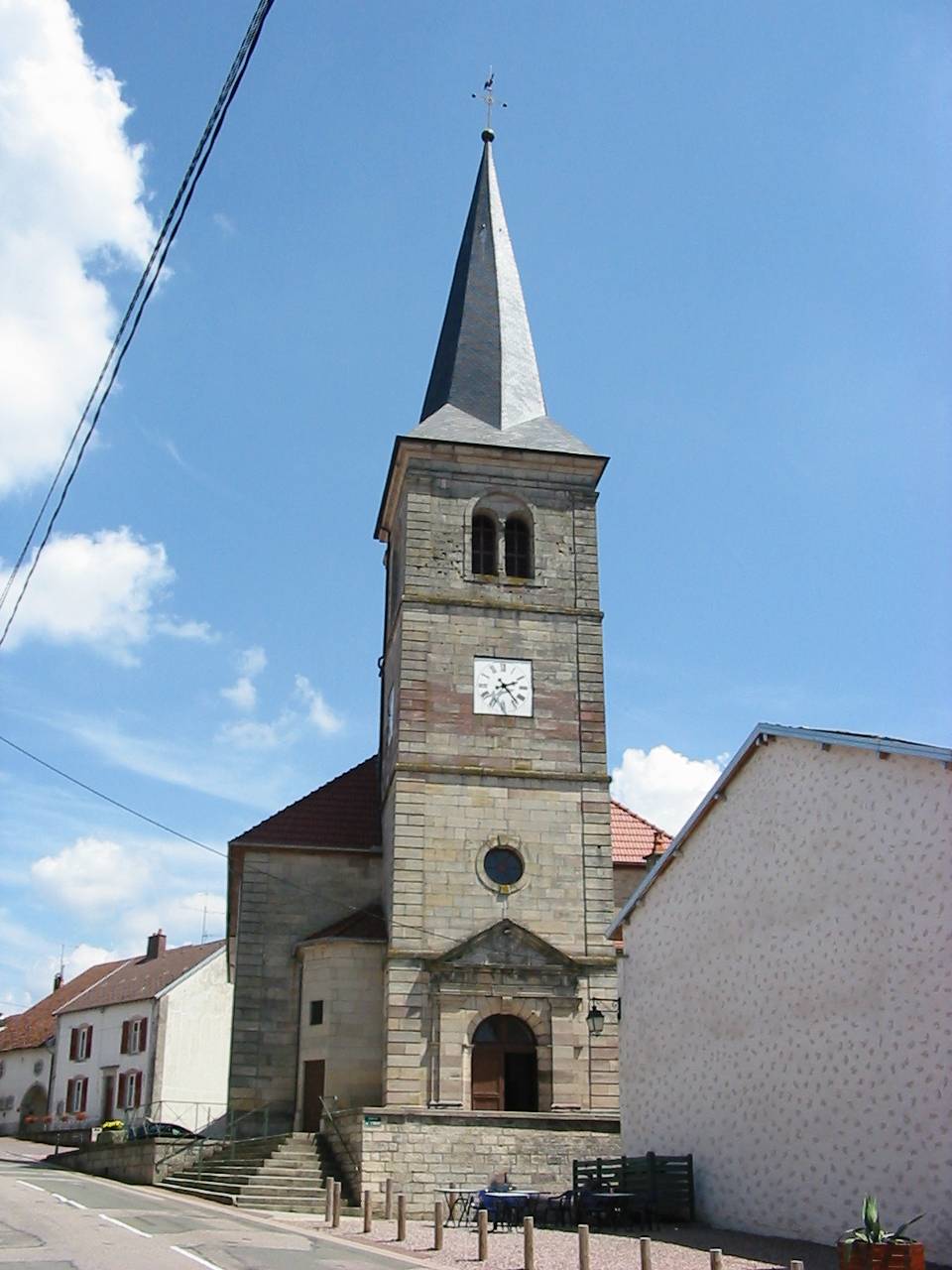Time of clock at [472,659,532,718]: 2:23
